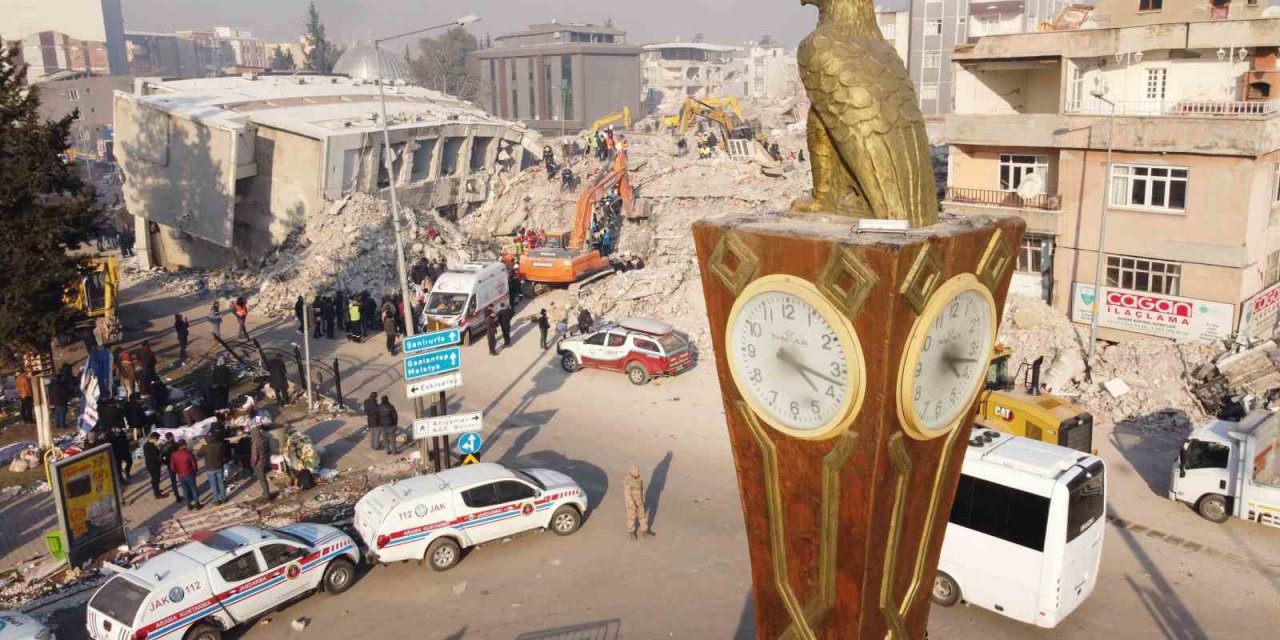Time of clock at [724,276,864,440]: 4:17
